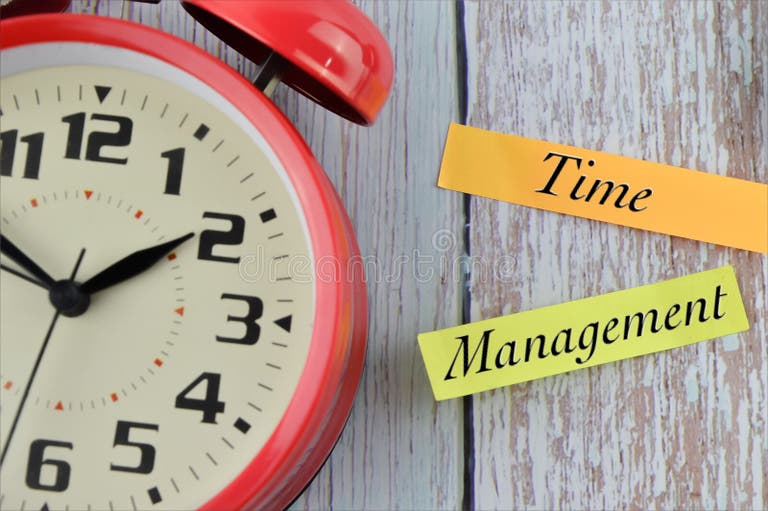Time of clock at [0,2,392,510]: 1:50
